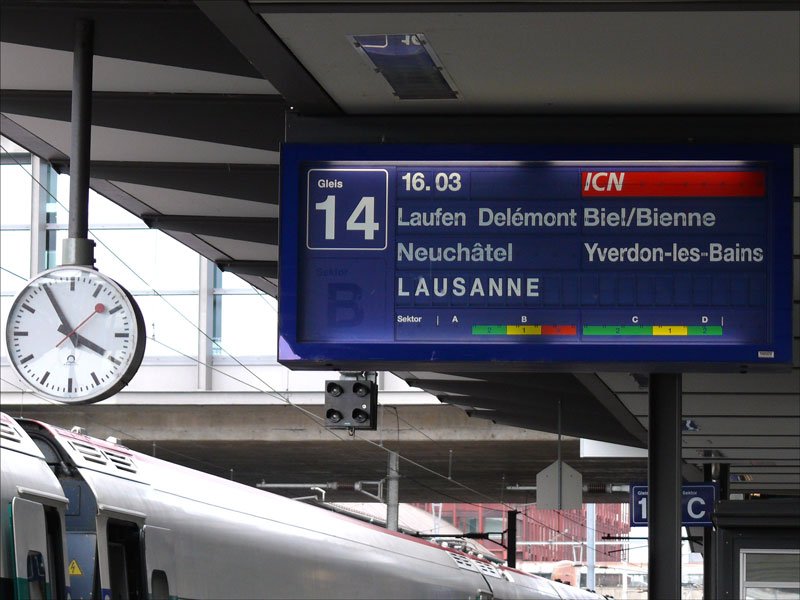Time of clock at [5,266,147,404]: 3:54
